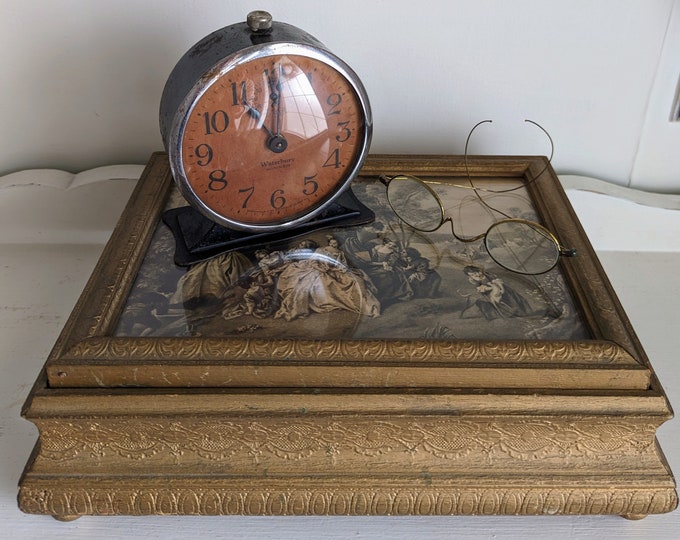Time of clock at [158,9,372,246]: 11:00
